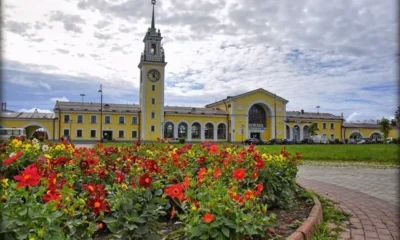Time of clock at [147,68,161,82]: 12:22
